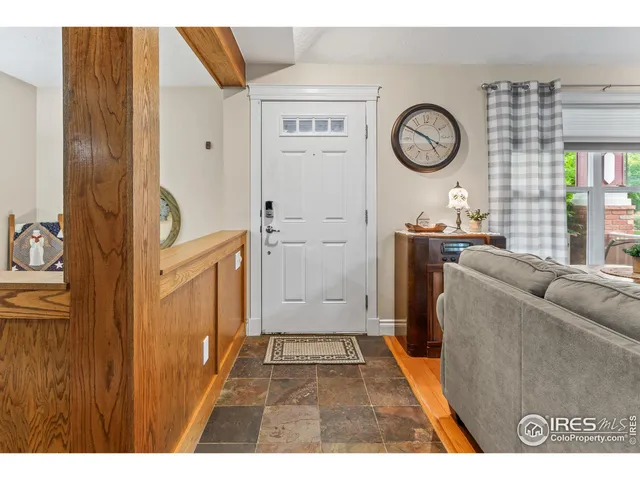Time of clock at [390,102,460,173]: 4:50
